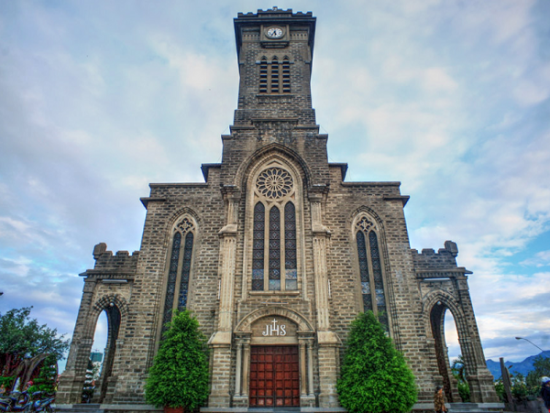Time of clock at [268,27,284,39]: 5:35
